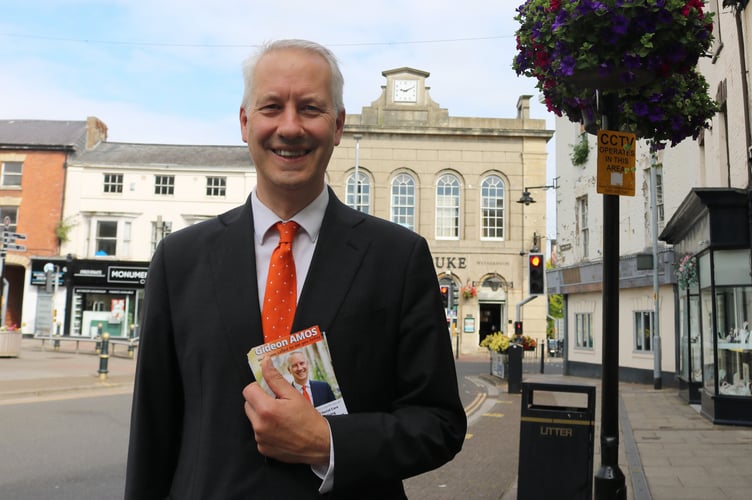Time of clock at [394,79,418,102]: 9:10
